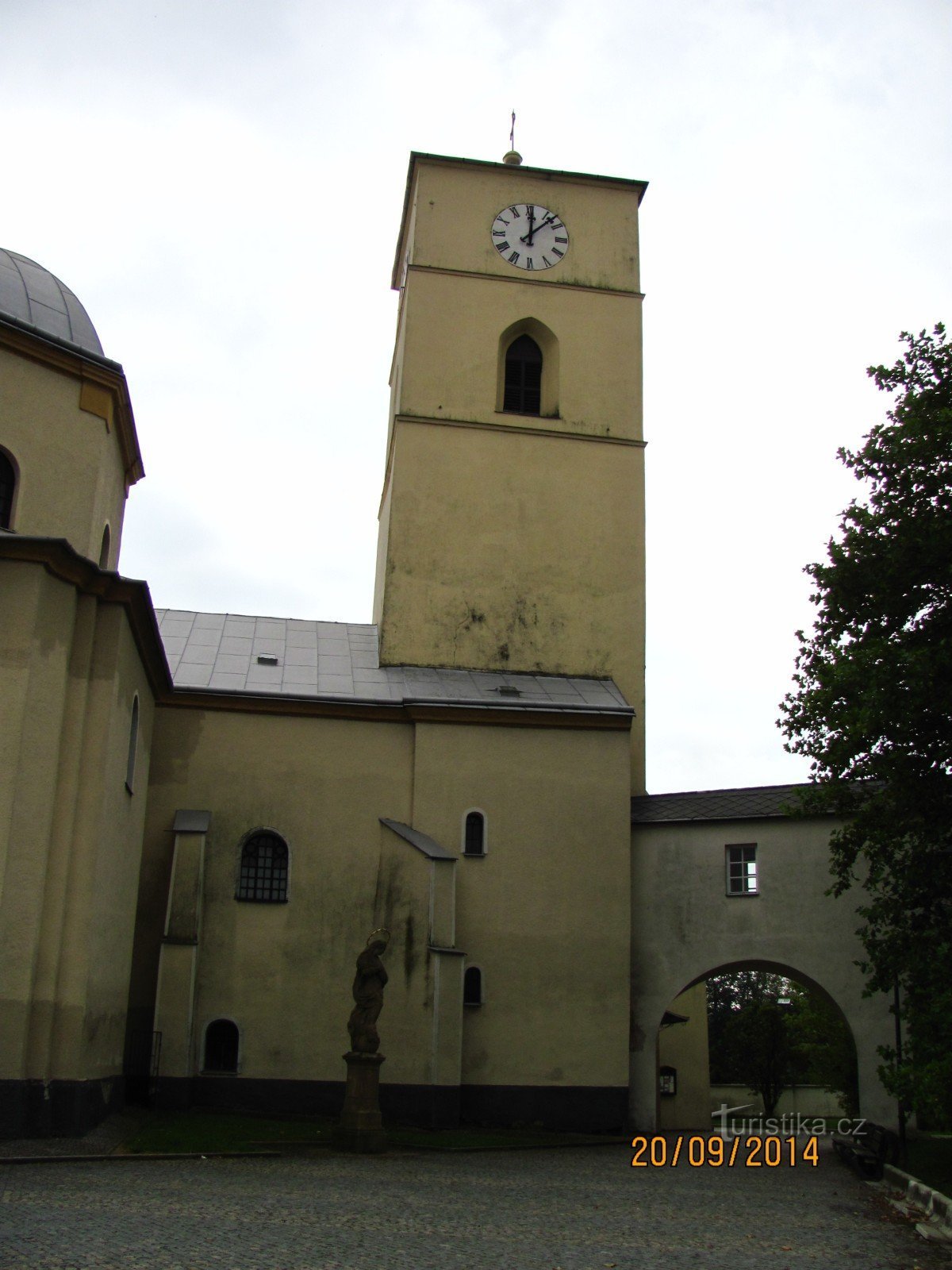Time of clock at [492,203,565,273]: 12:07
